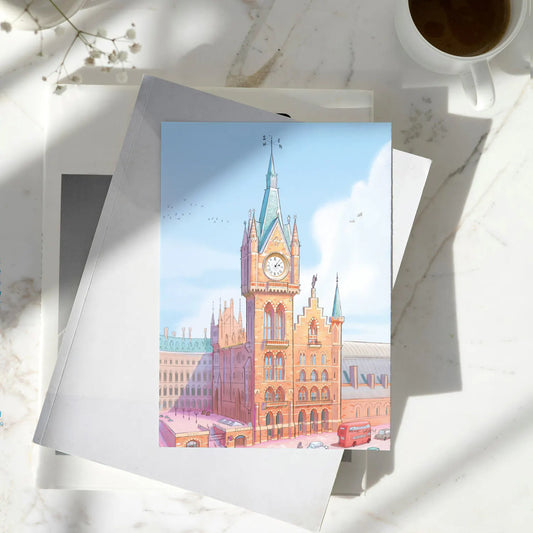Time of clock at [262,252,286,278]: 2:06
